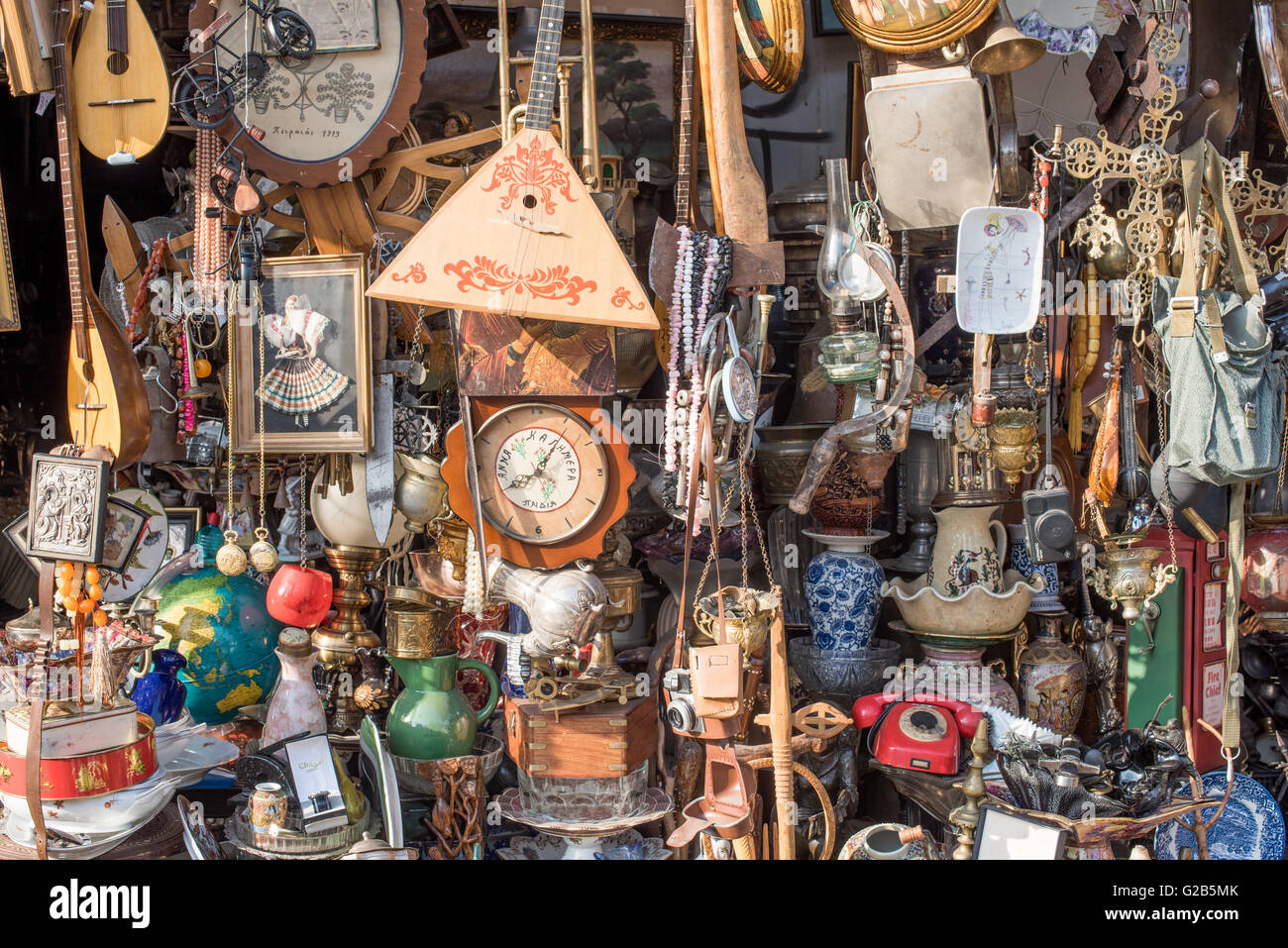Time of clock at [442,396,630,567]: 8:06
